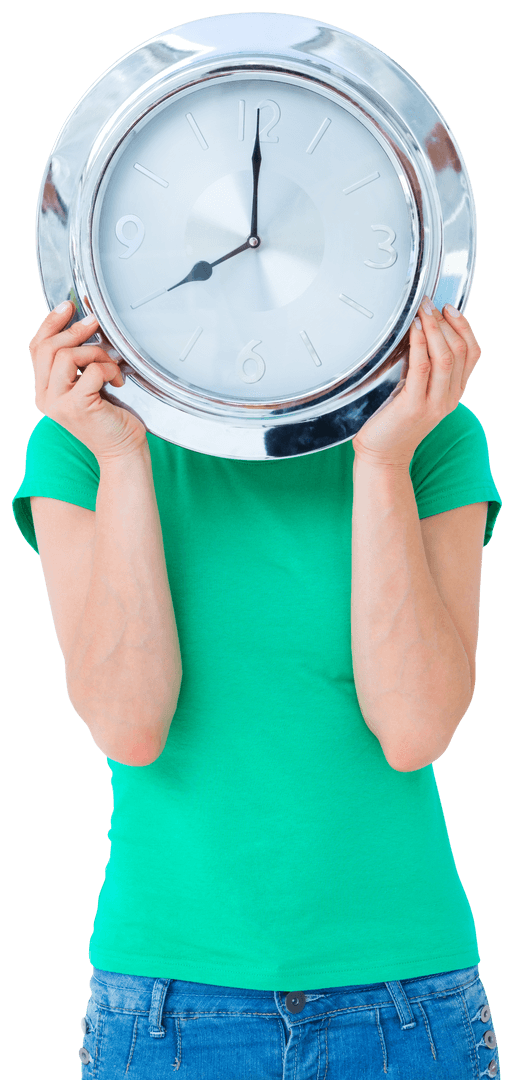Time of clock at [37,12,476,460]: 8:00
